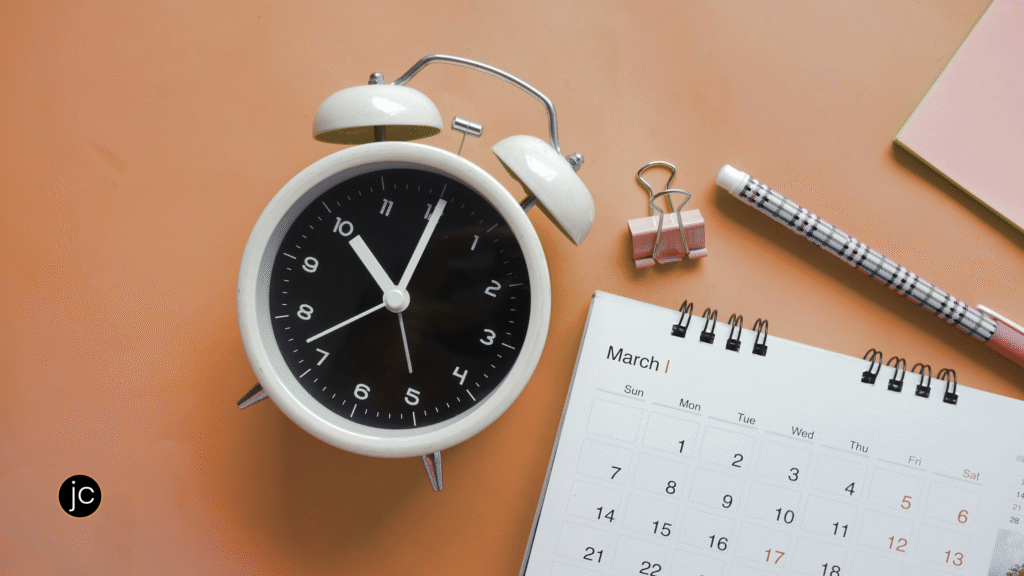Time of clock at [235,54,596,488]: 11:05
